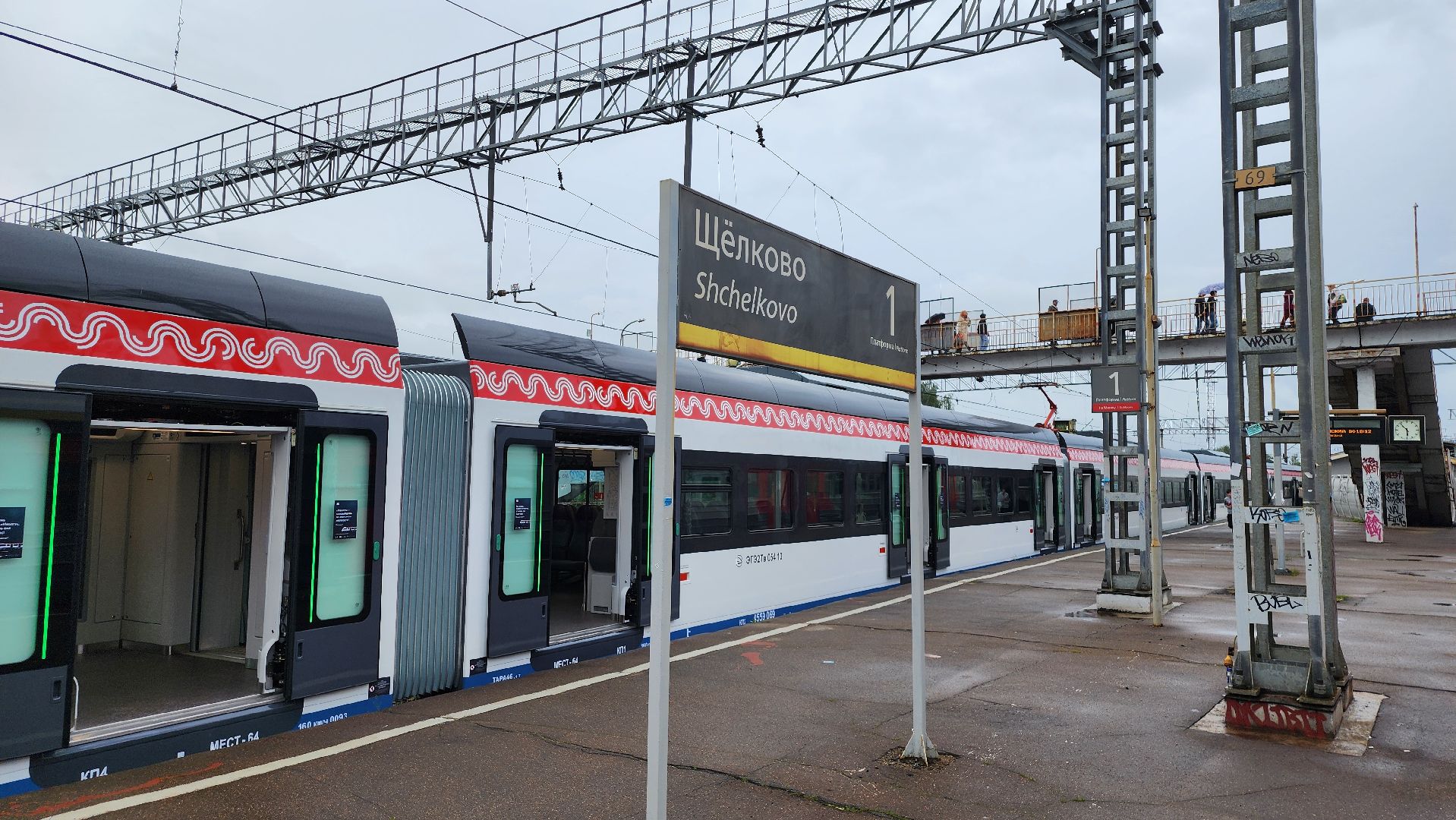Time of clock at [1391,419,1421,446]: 5:53
